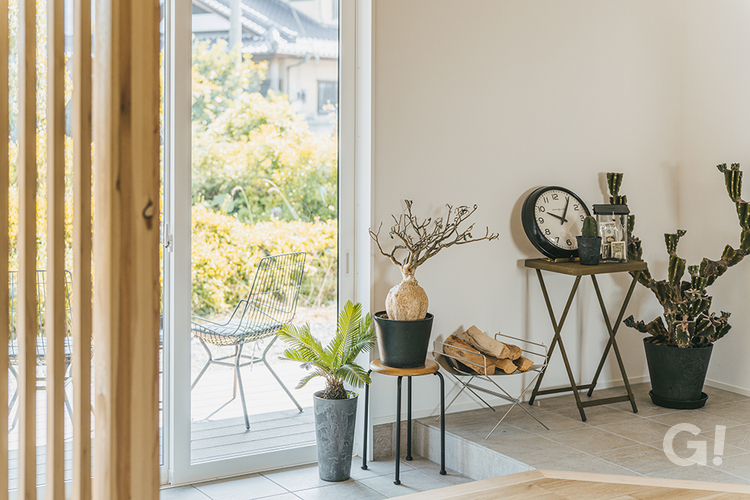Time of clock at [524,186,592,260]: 10:05
